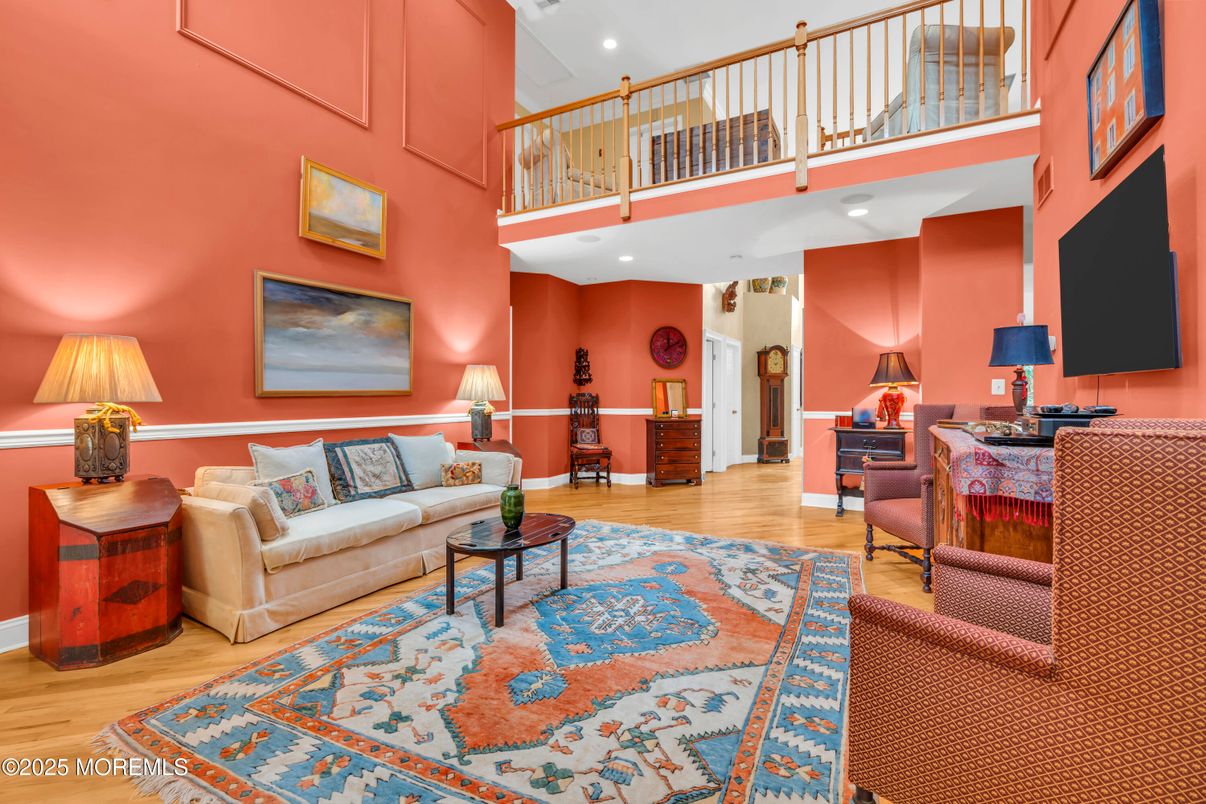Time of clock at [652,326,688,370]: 12:11
